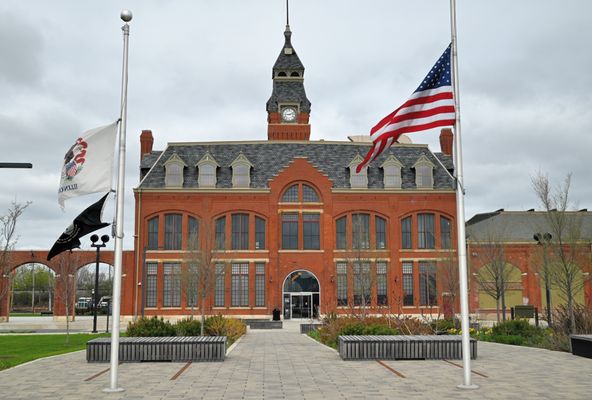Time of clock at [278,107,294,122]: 9:12
